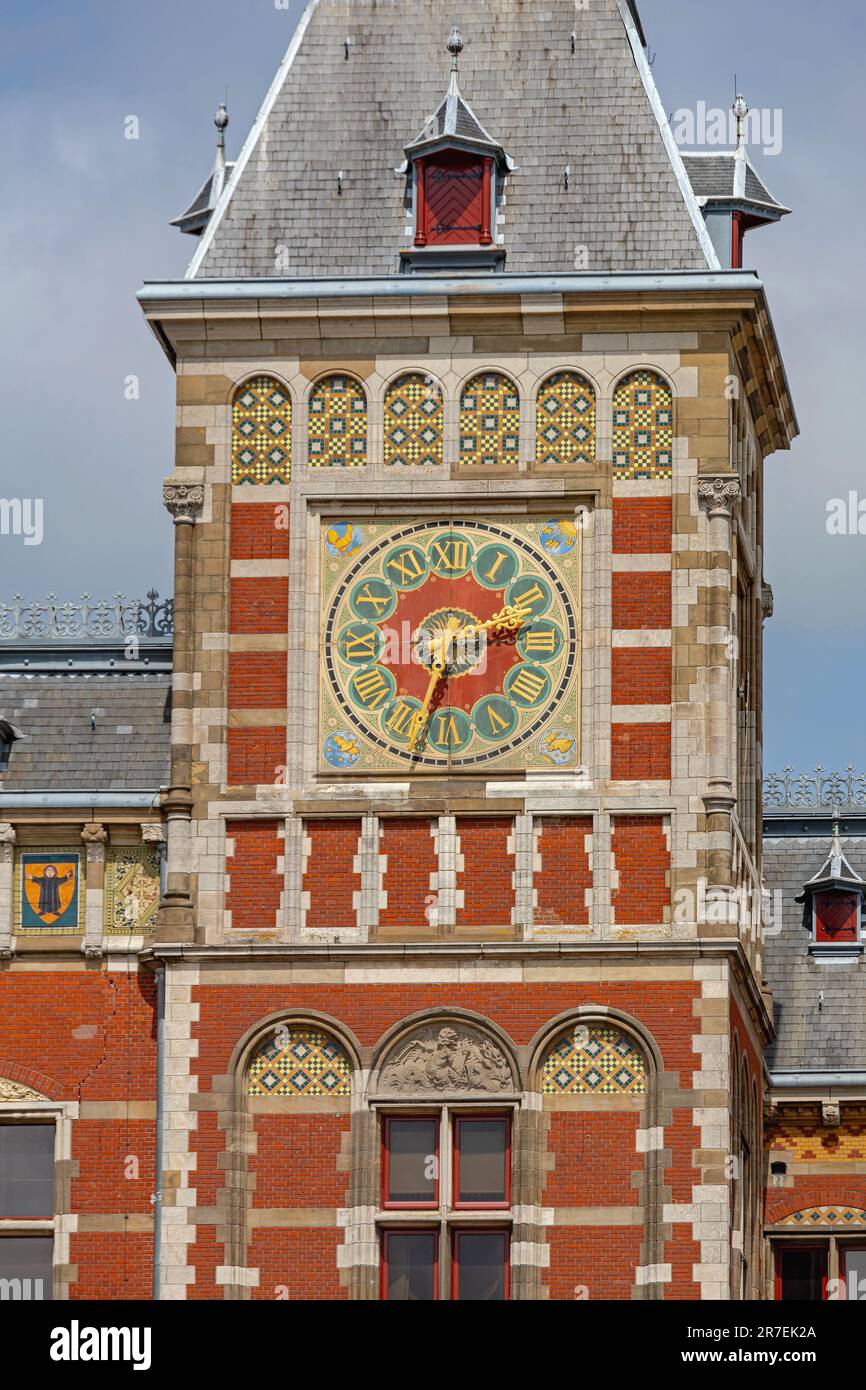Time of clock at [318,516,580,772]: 2:32
